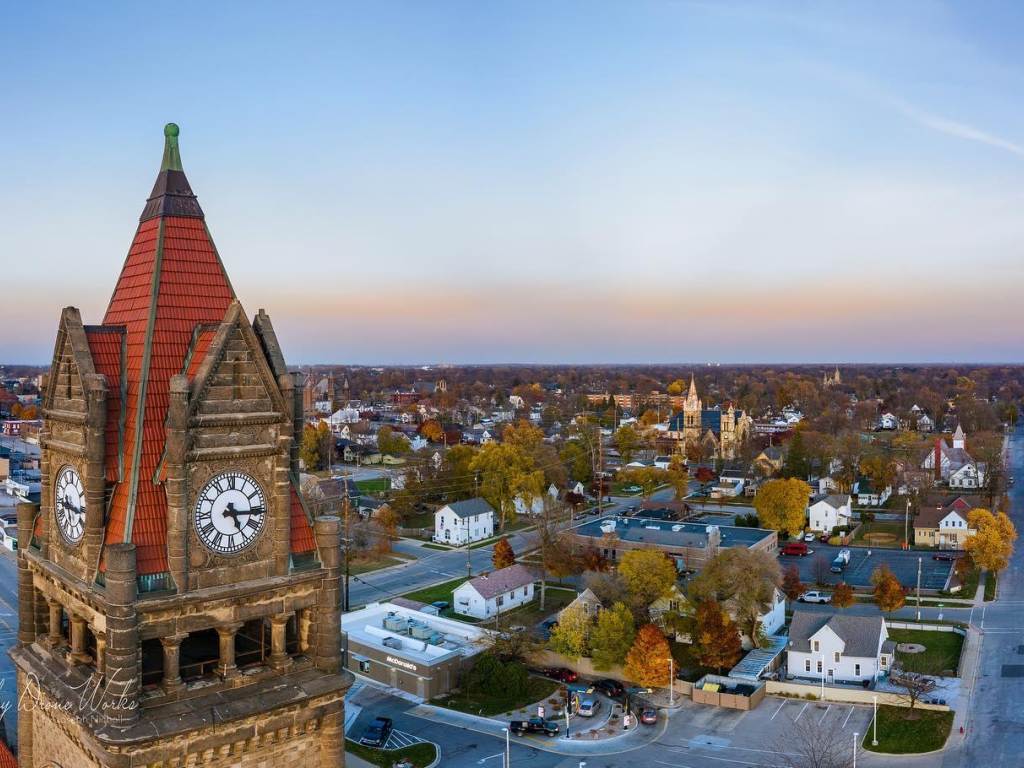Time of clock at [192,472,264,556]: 5:15
